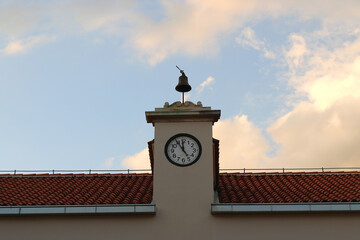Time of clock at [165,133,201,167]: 11:54
